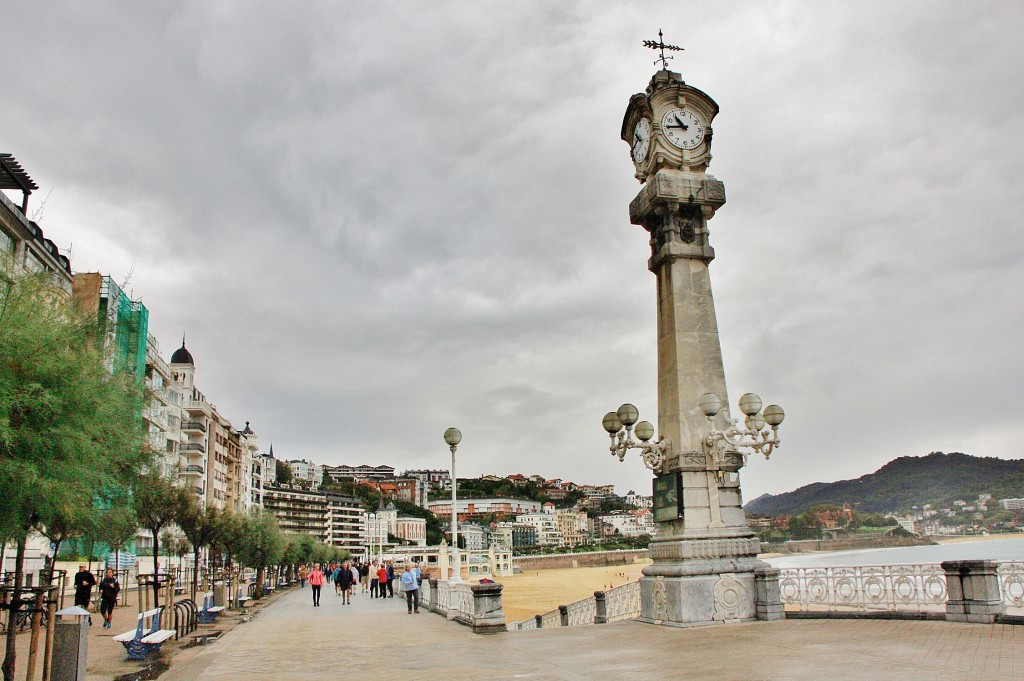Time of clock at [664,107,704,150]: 10:44
